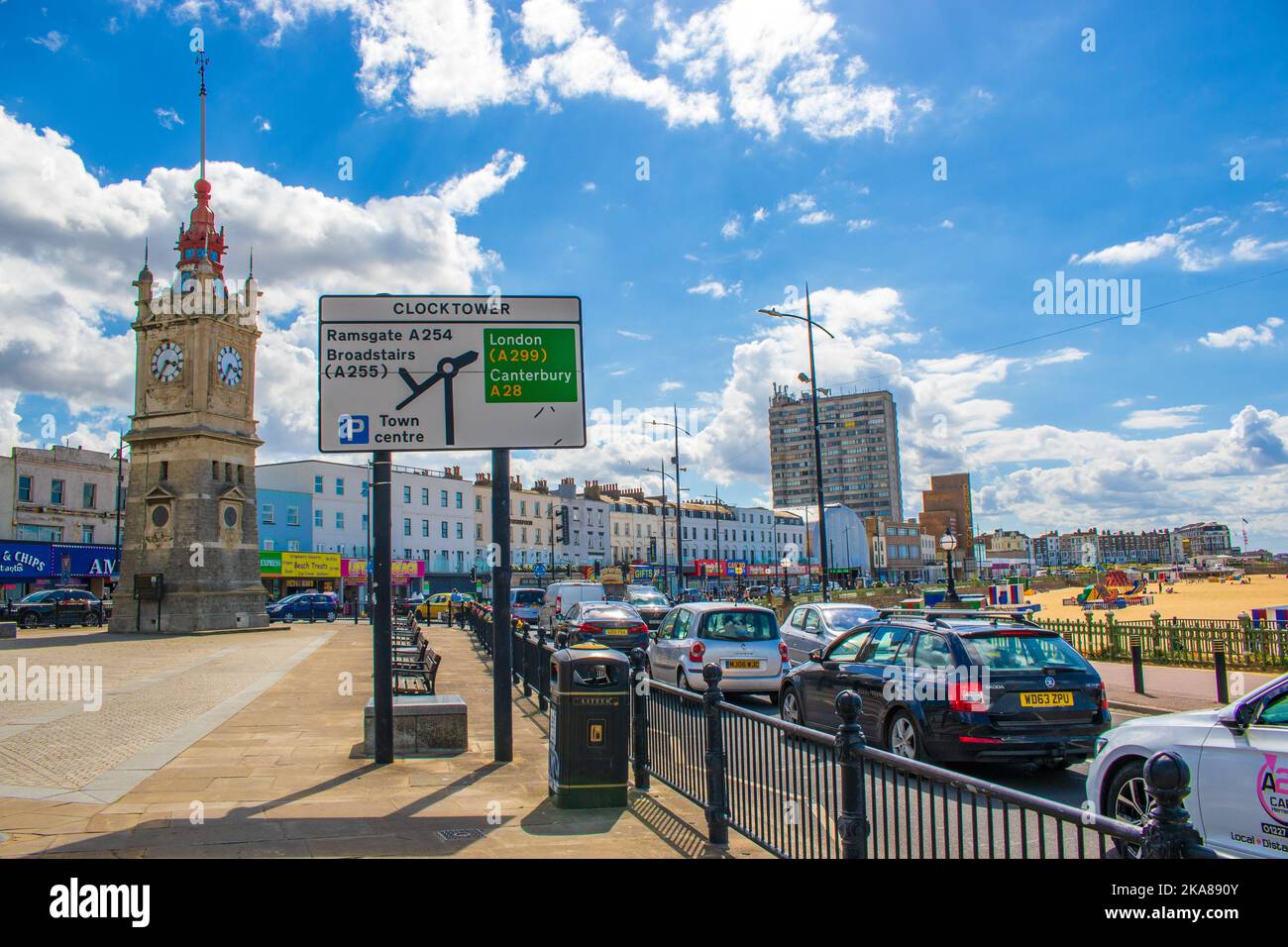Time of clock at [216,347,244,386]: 3:35
